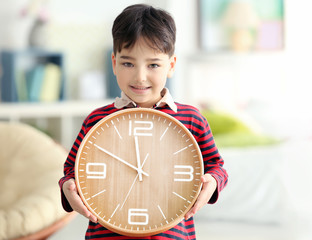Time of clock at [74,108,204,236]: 11:49
